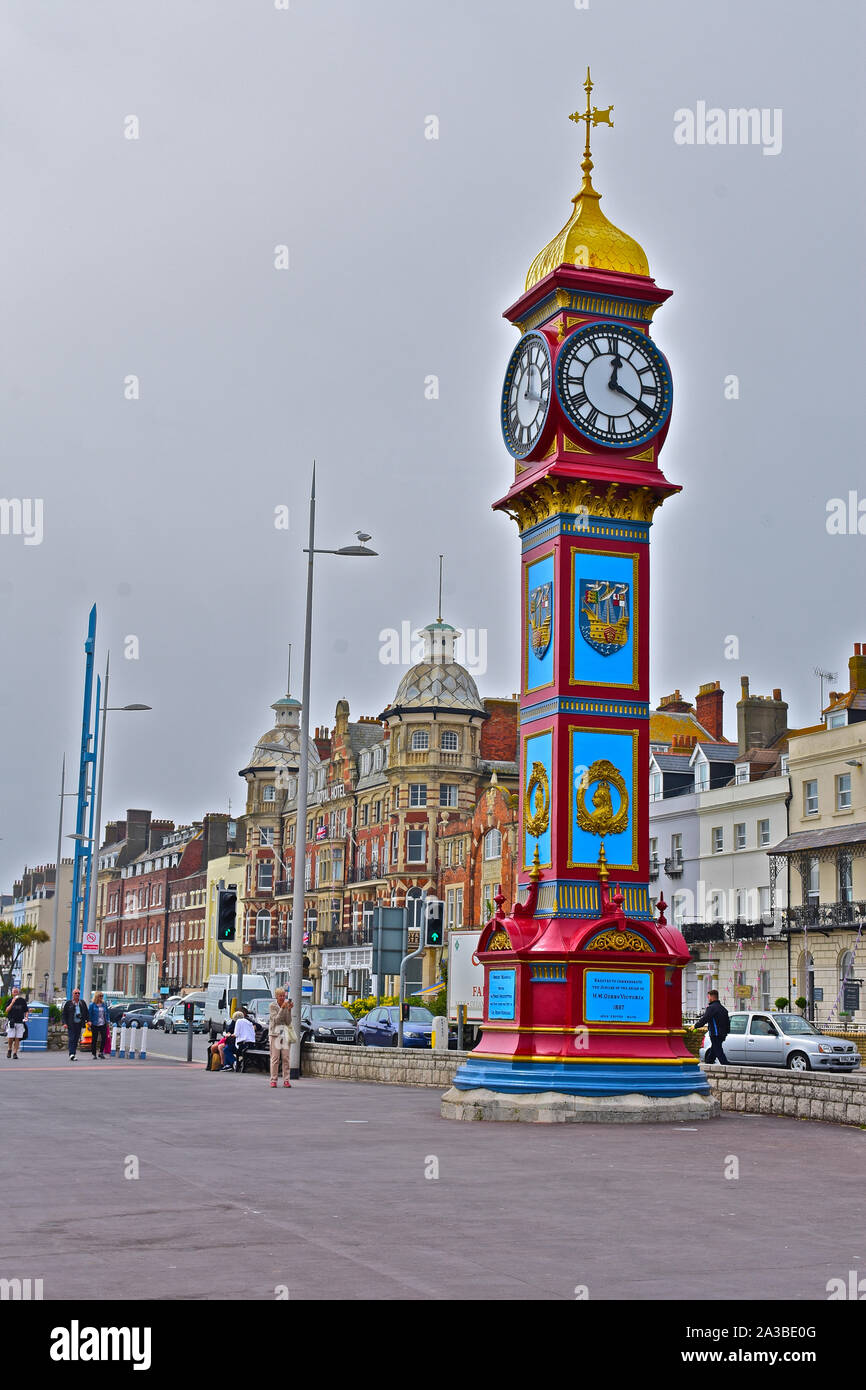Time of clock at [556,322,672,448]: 12:19
